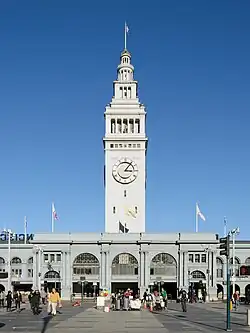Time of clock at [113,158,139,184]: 3:06
